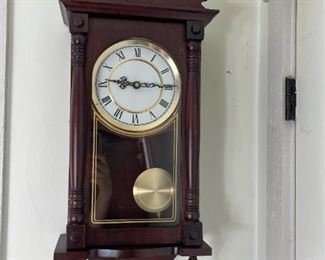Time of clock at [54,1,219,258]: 9:15
